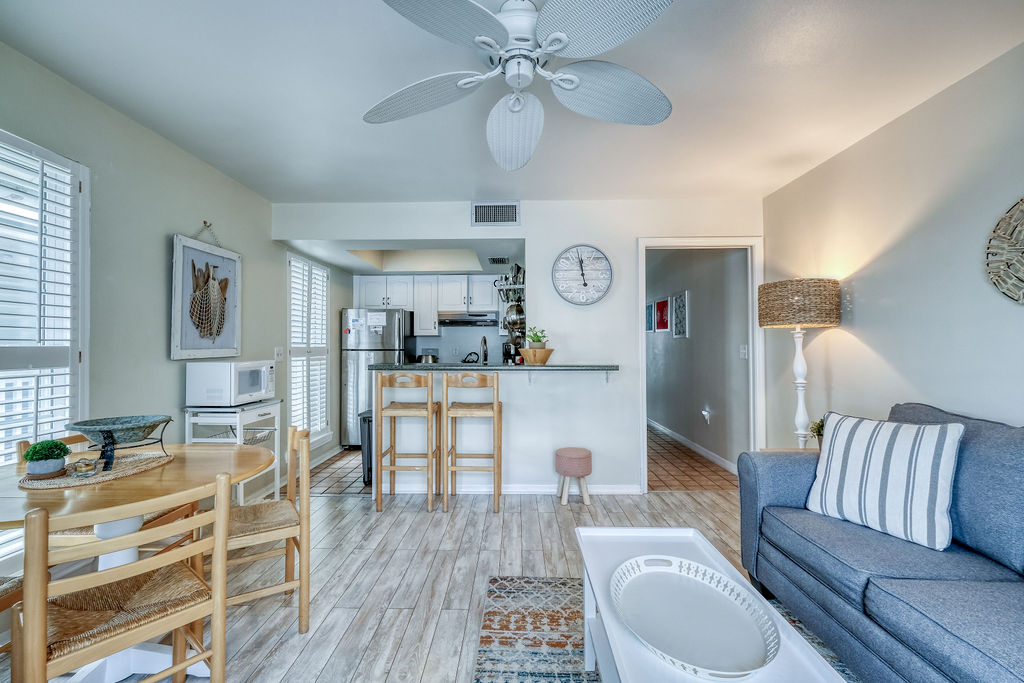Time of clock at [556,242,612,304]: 11:58
